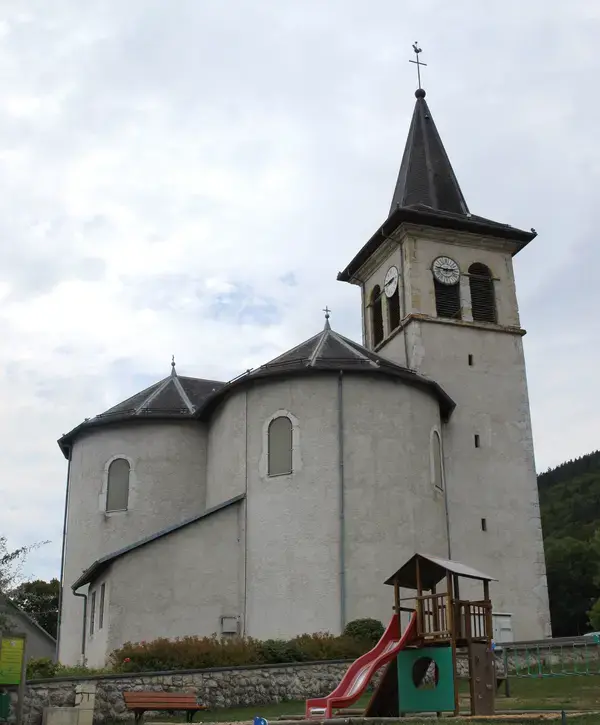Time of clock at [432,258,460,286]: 2:46
